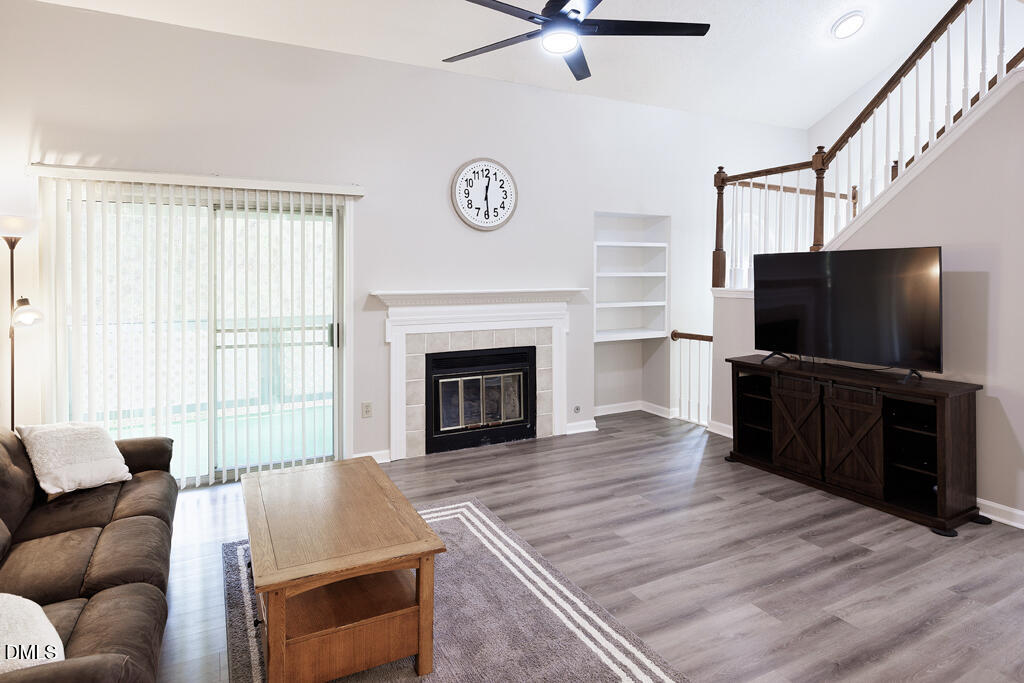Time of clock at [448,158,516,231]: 12:29
